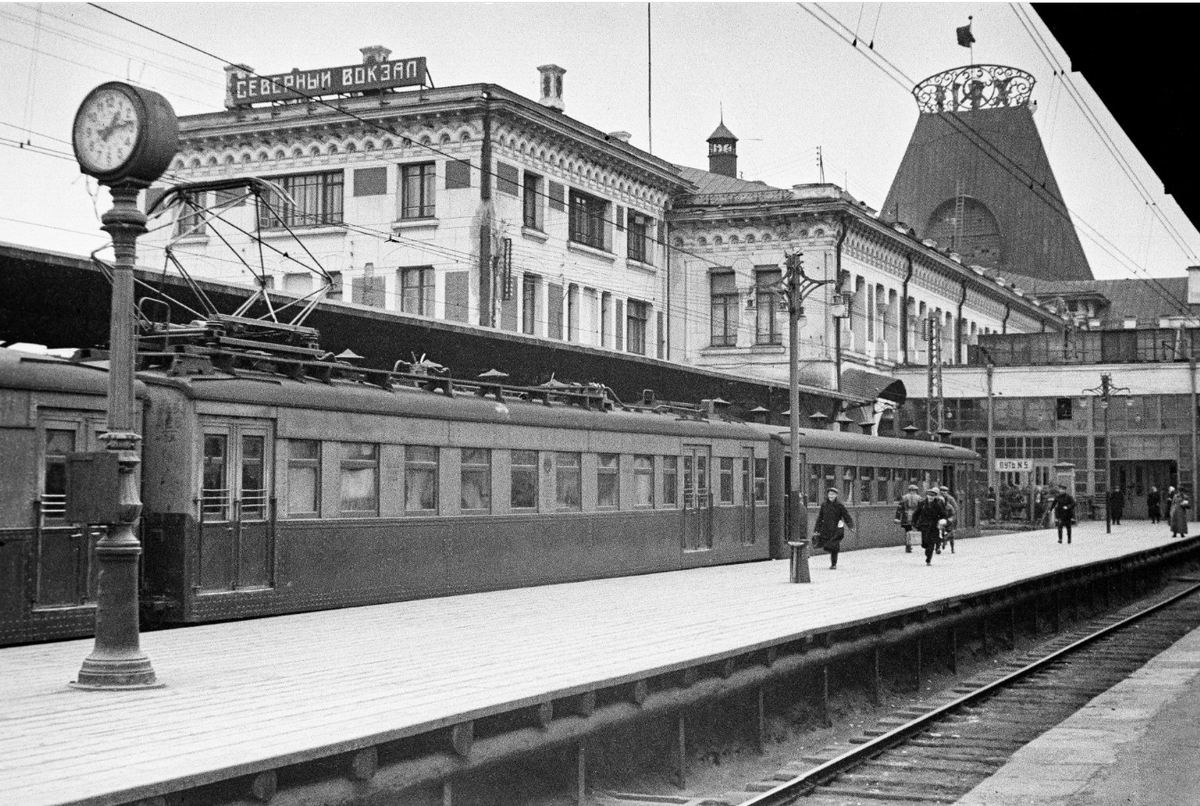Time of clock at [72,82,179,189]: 1:13
